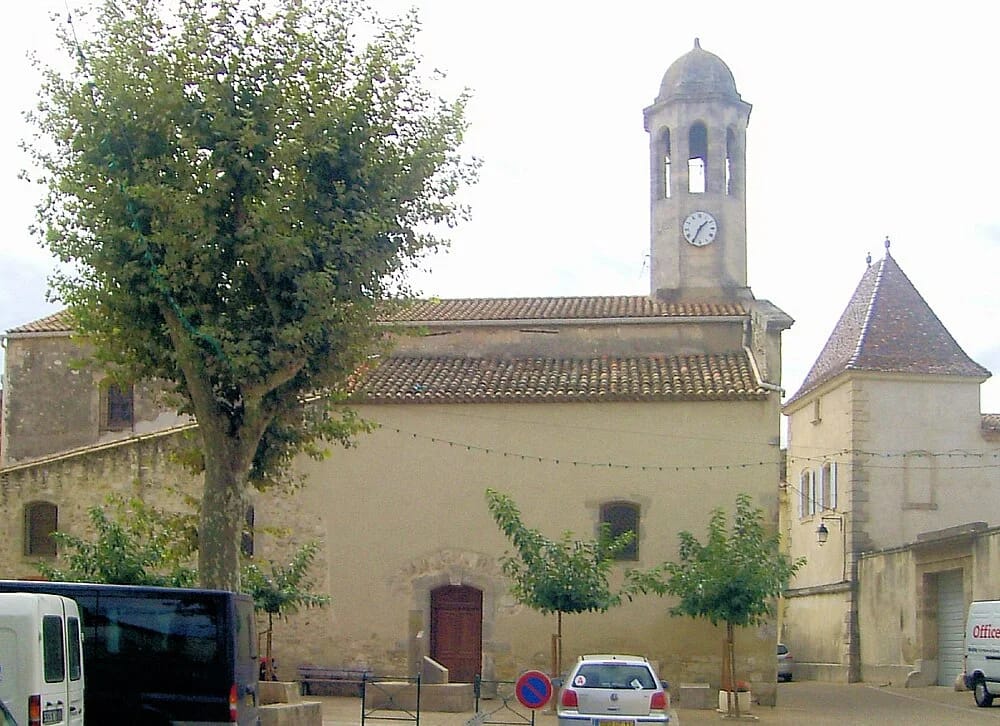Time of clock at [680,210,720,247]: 1:34
